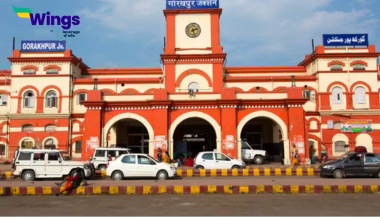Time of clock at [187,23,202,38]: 2:26
